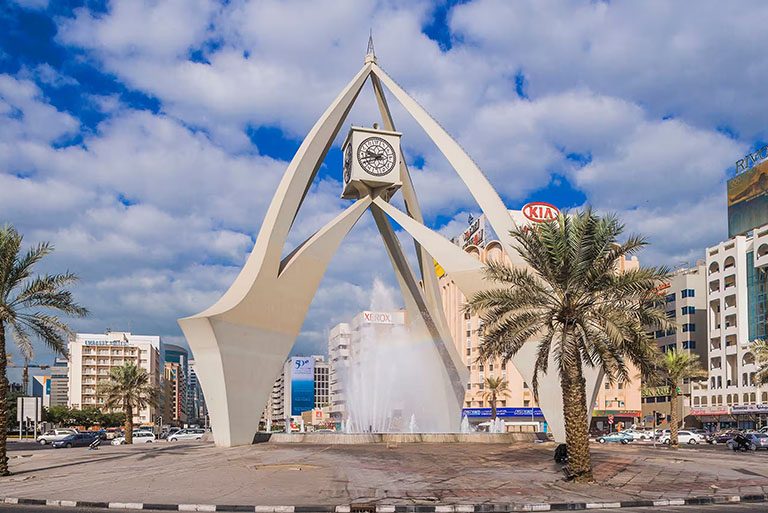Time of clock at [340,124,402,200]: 9:42
